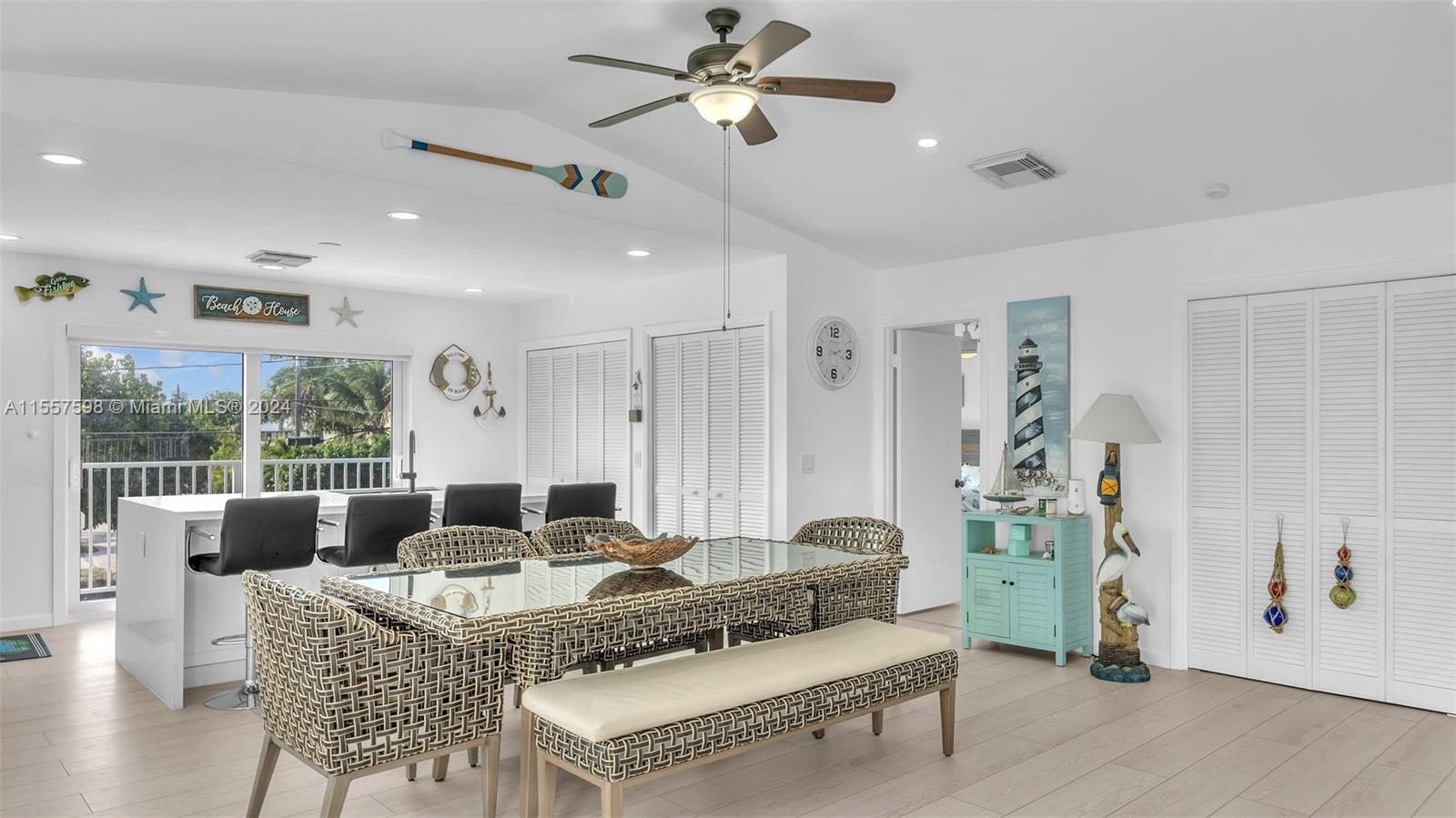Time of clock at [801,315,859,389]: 2:18
